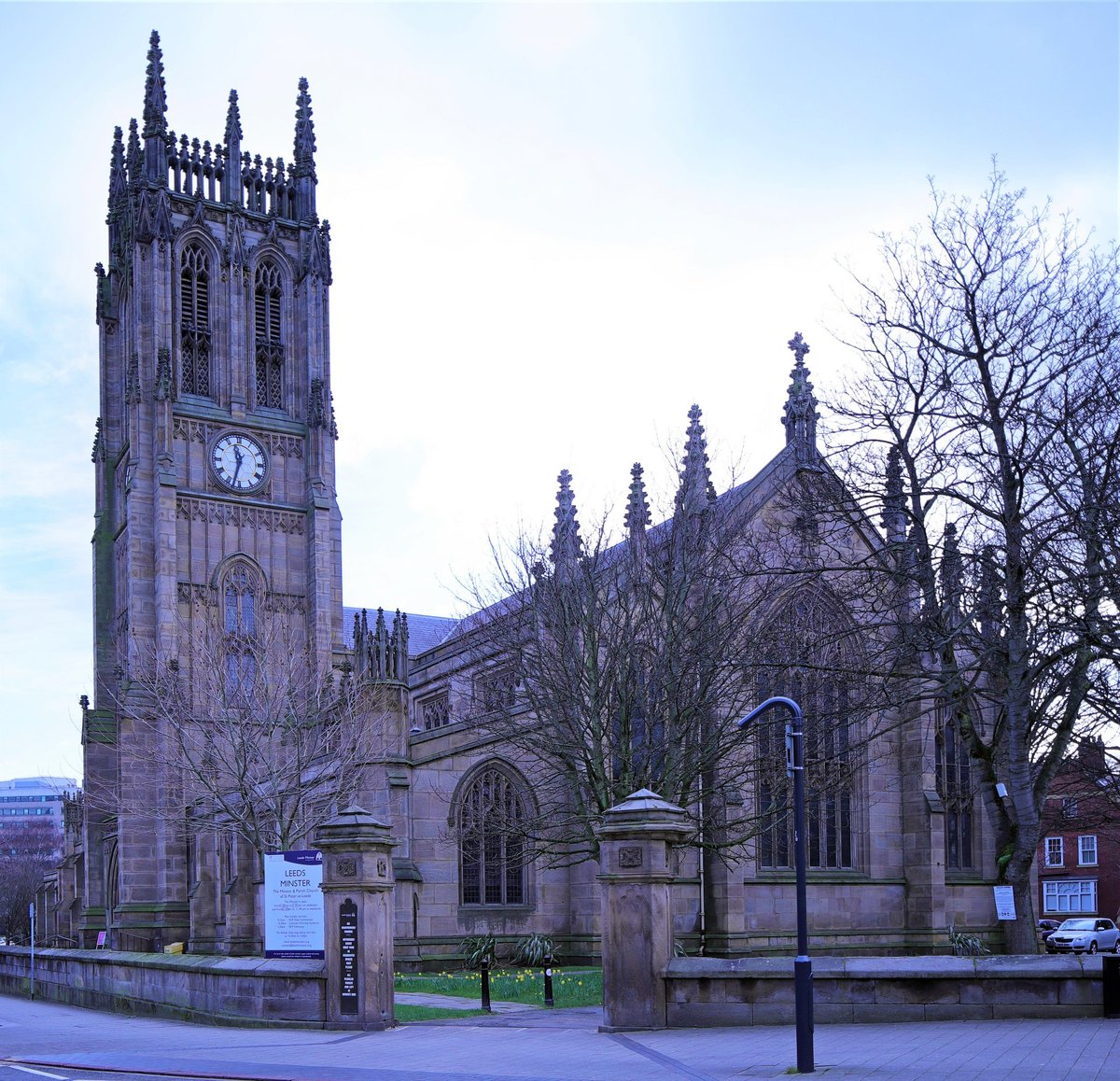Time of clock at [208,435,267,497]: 11:32
